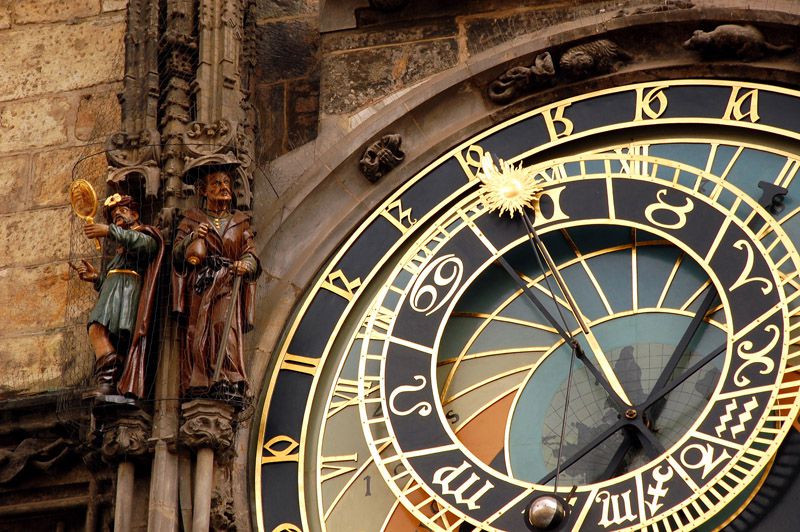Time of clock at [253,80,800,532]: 12:52
